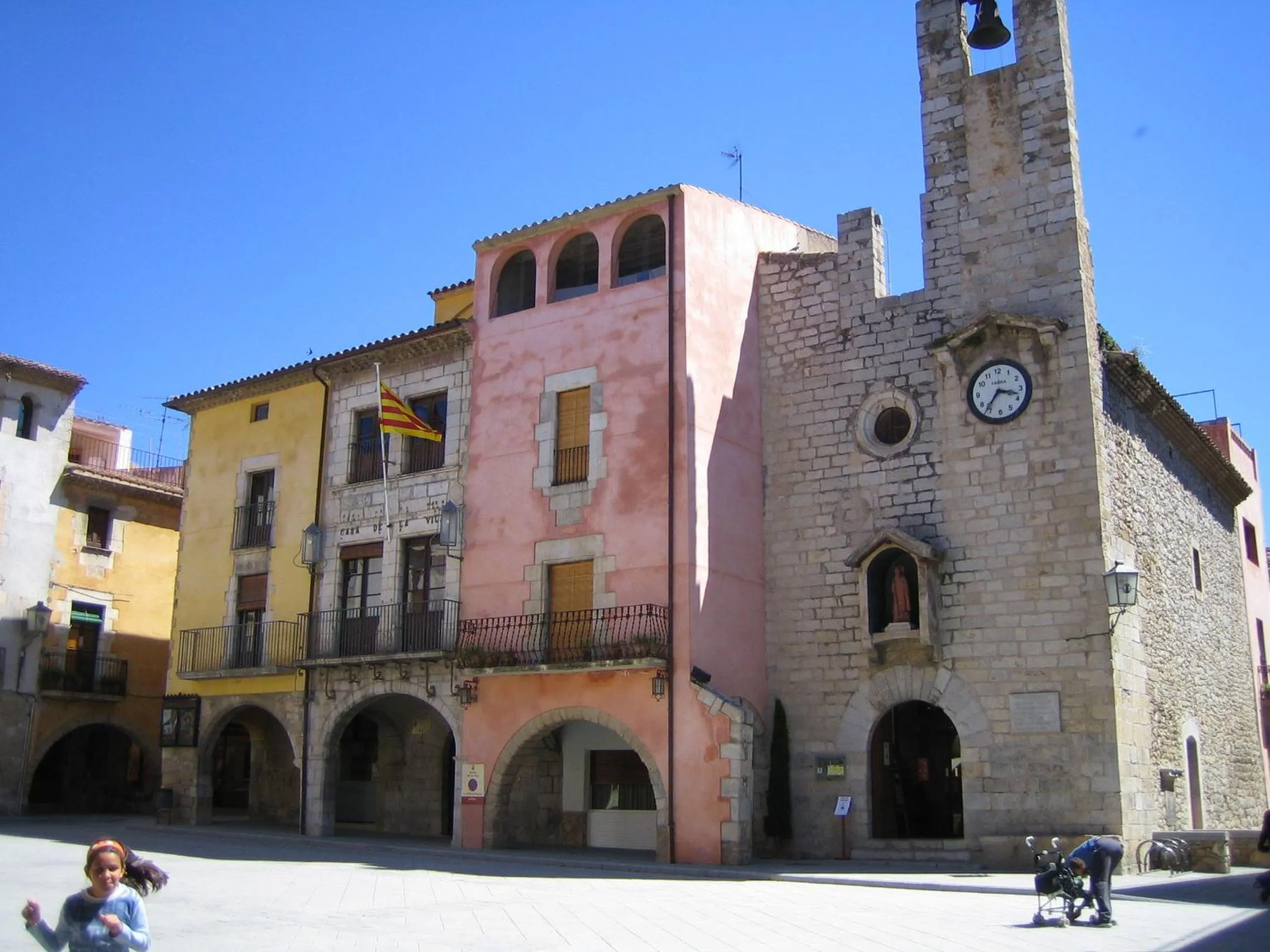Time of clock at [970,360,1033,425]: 3:36
